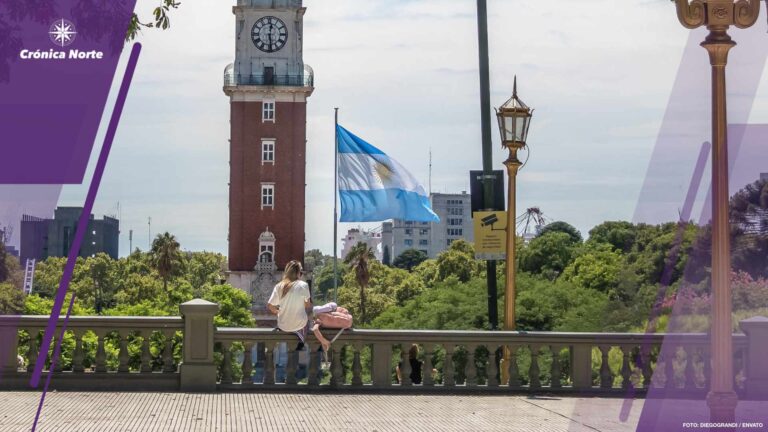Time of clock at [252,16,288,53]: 12:28
